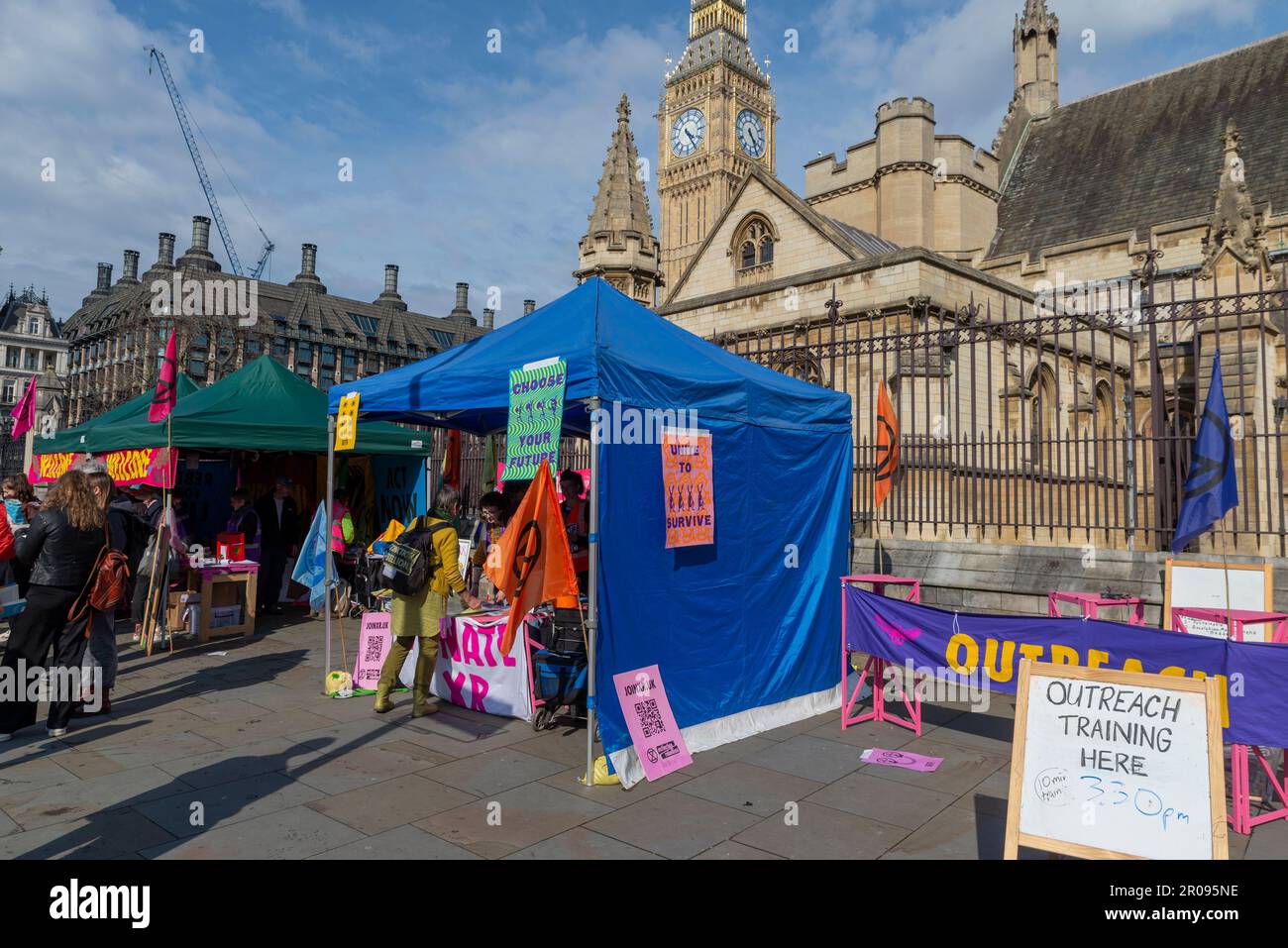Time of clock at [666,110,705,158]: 4:24
